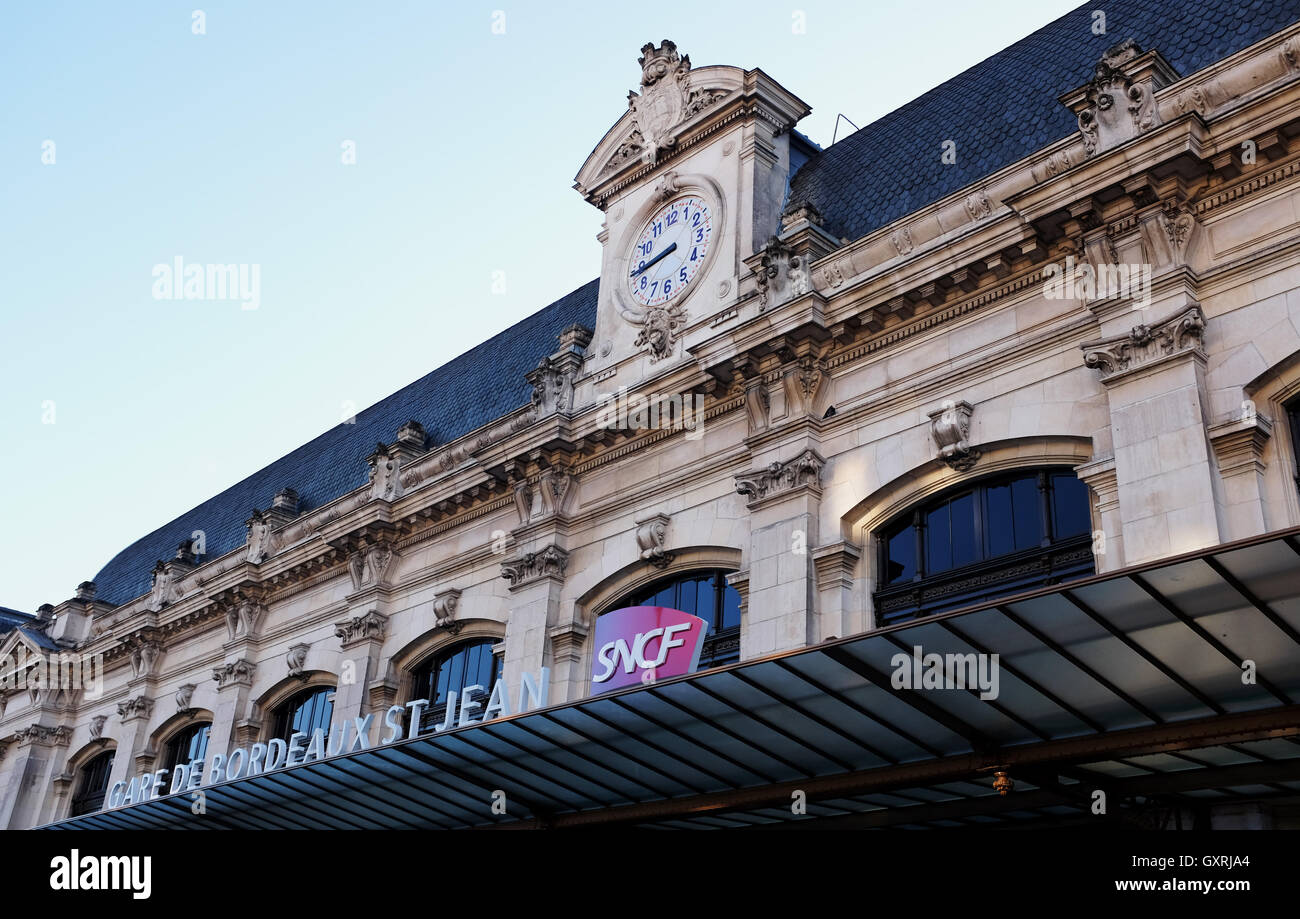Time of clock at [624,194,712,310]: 8:44
